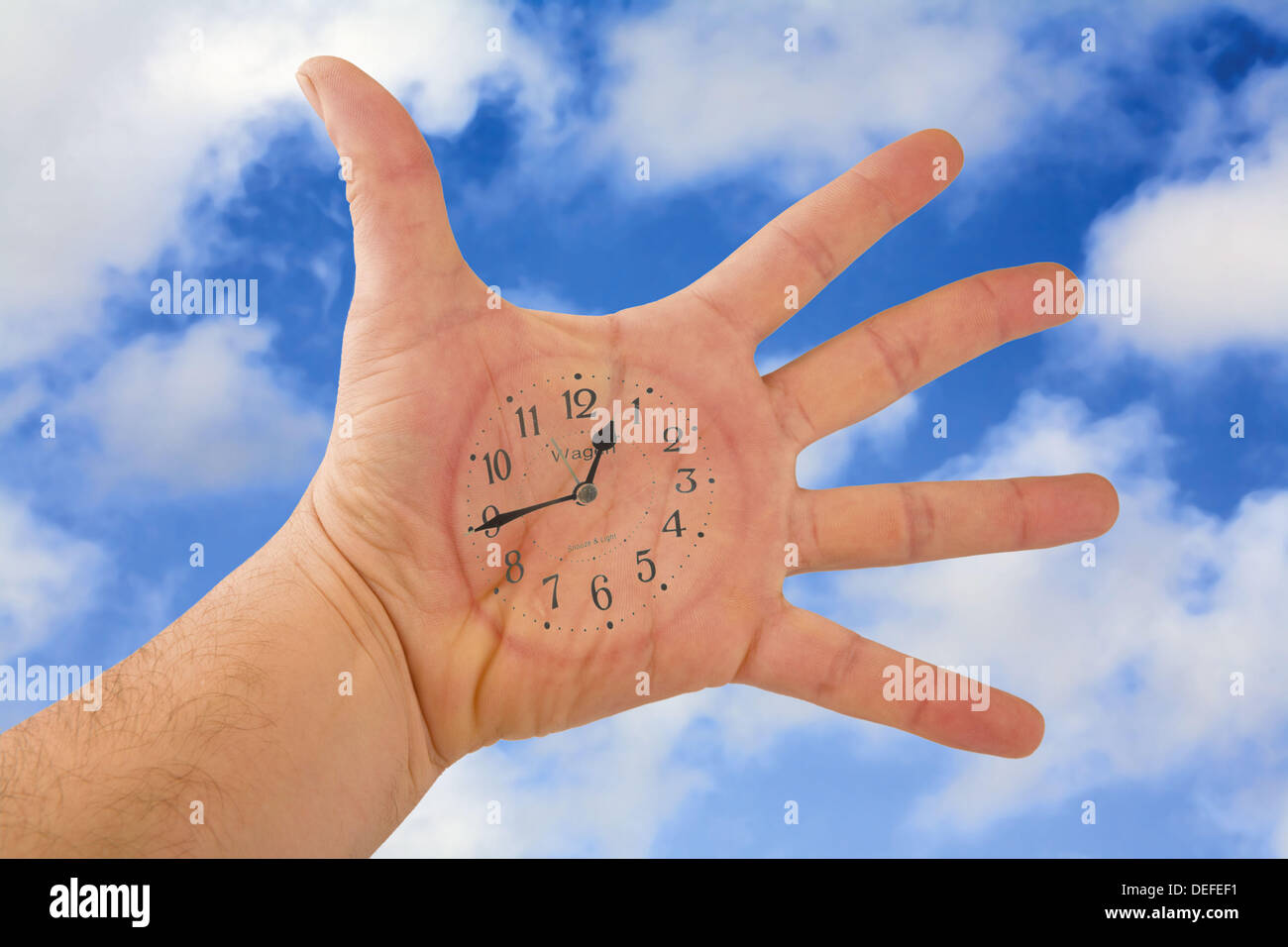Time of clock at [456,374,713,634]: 12:44
